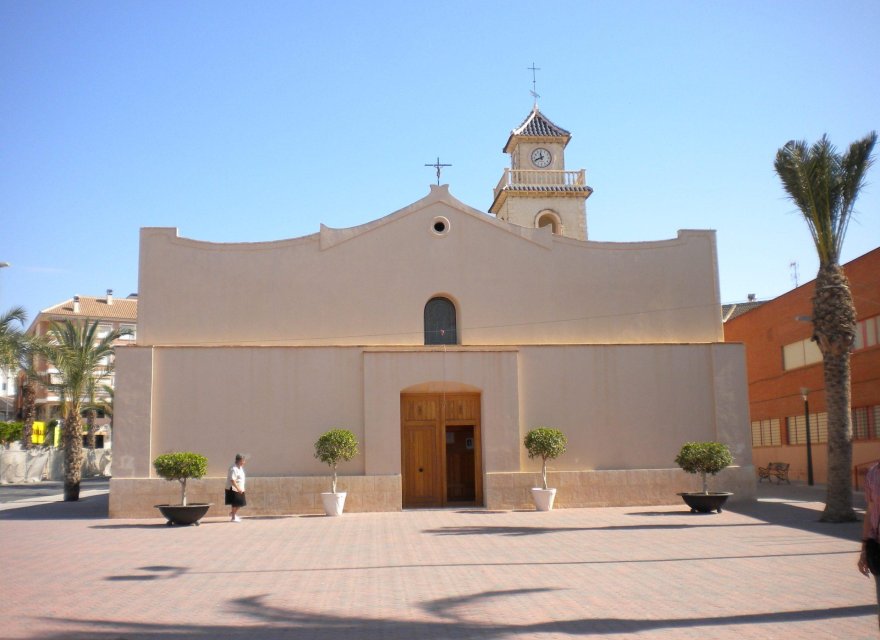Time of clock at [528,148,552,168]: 11:41
